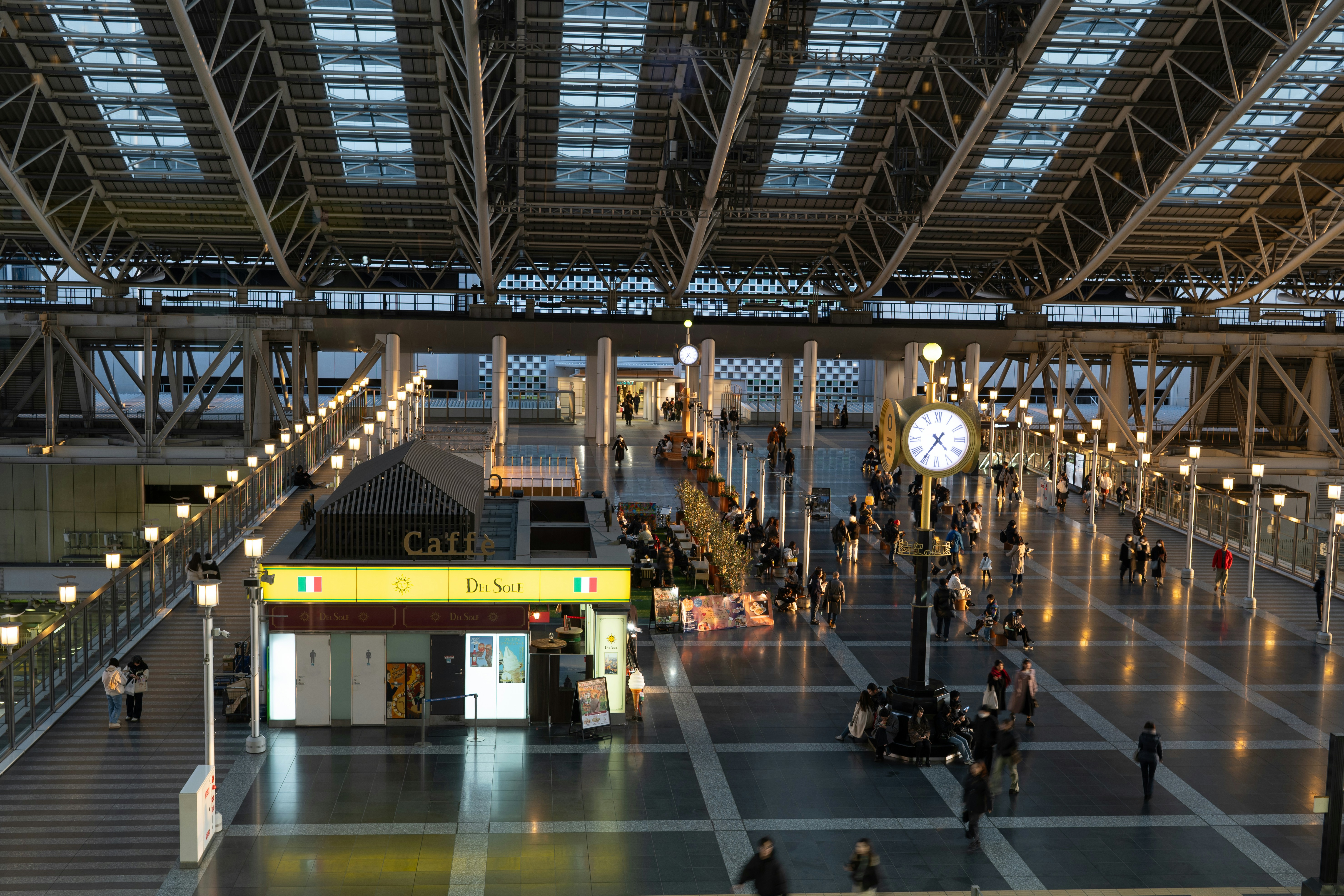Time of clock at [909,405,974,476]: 4:35
